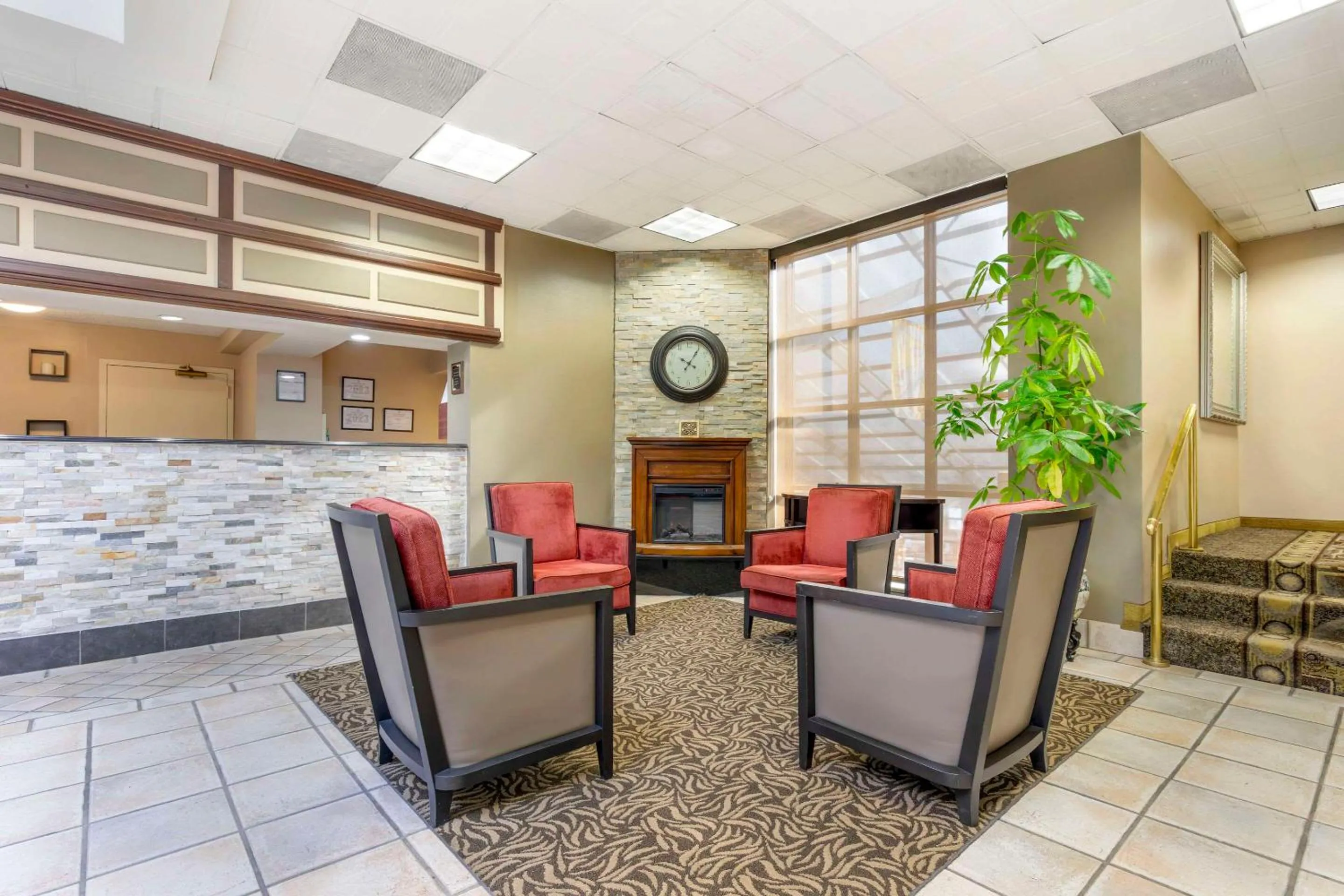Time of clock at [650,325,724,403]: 10:05
